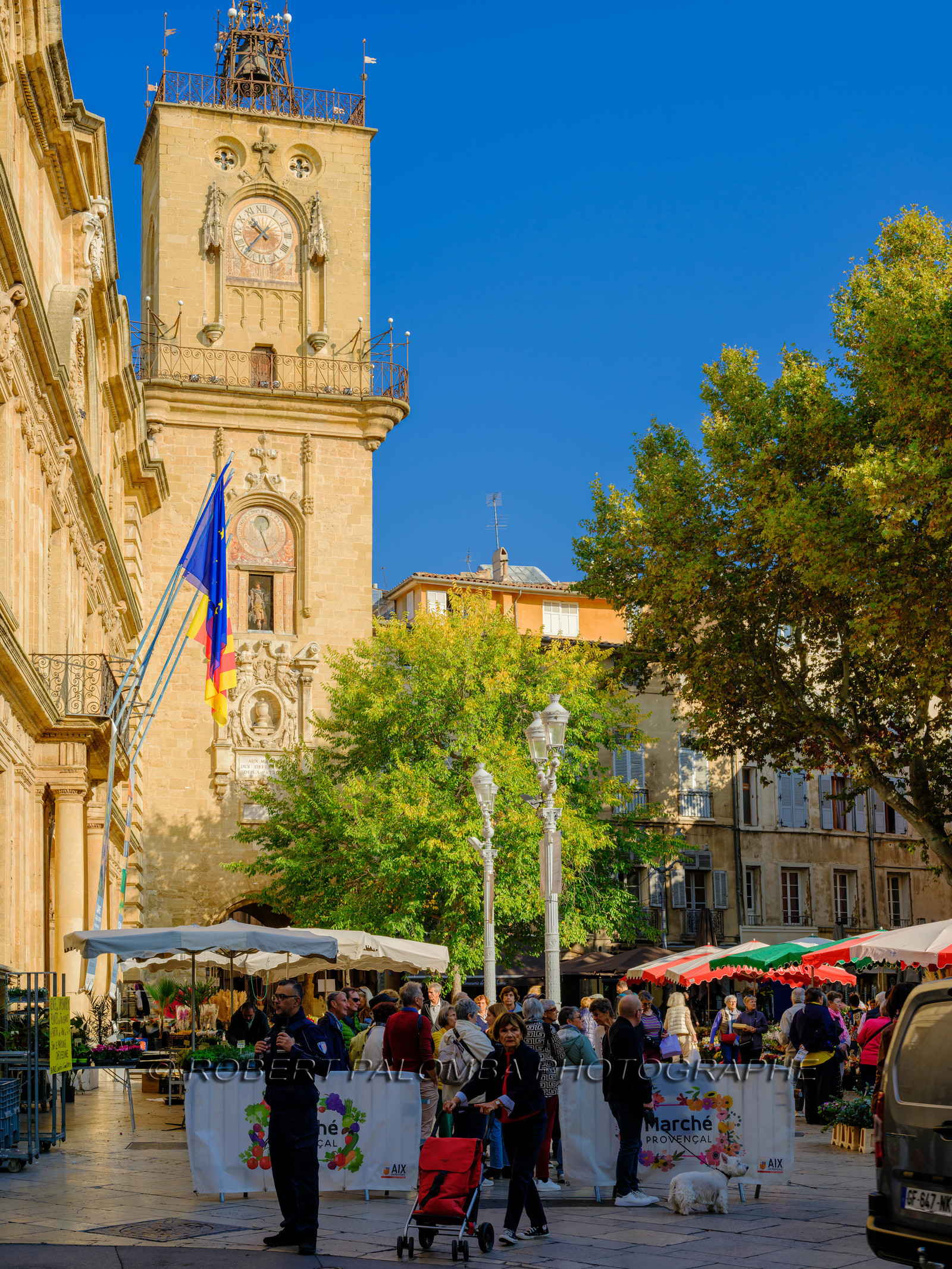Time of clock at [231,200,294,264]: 10:36
